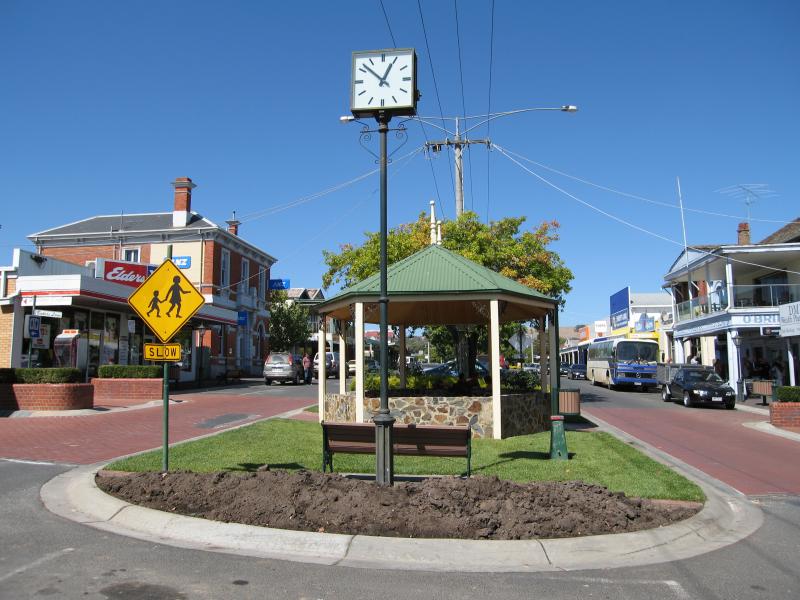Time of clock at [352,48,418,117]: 12:52
